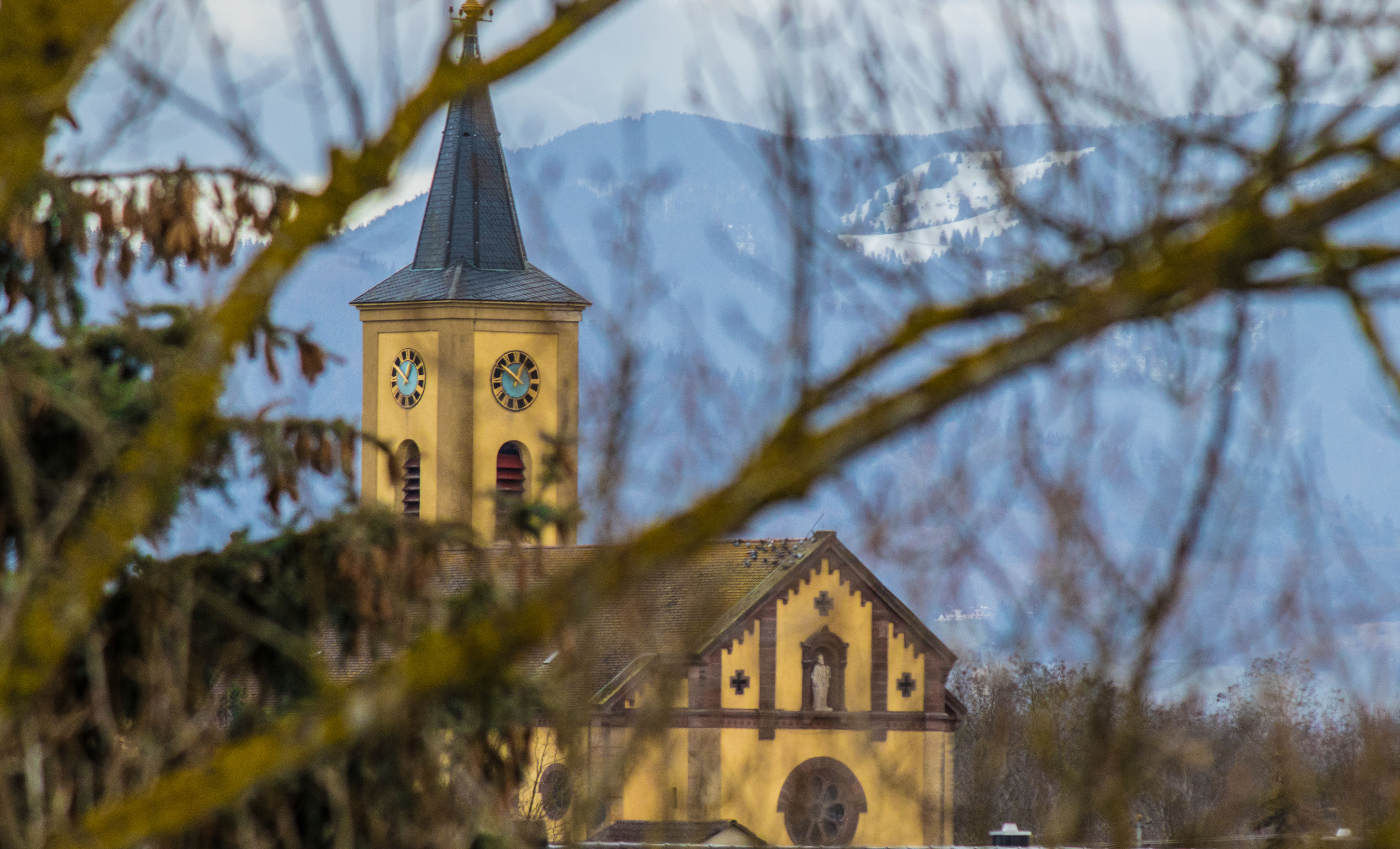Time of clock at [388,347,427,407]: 12:49
